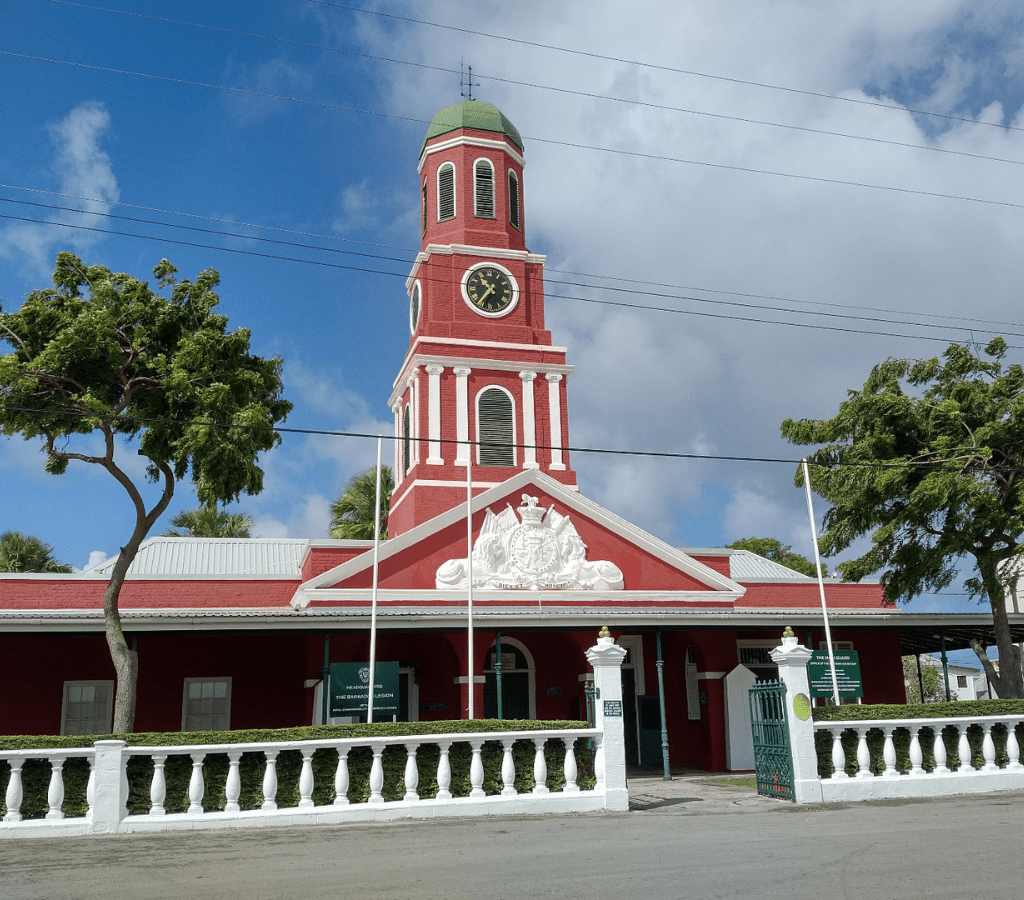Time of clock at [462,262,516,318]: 10:36
